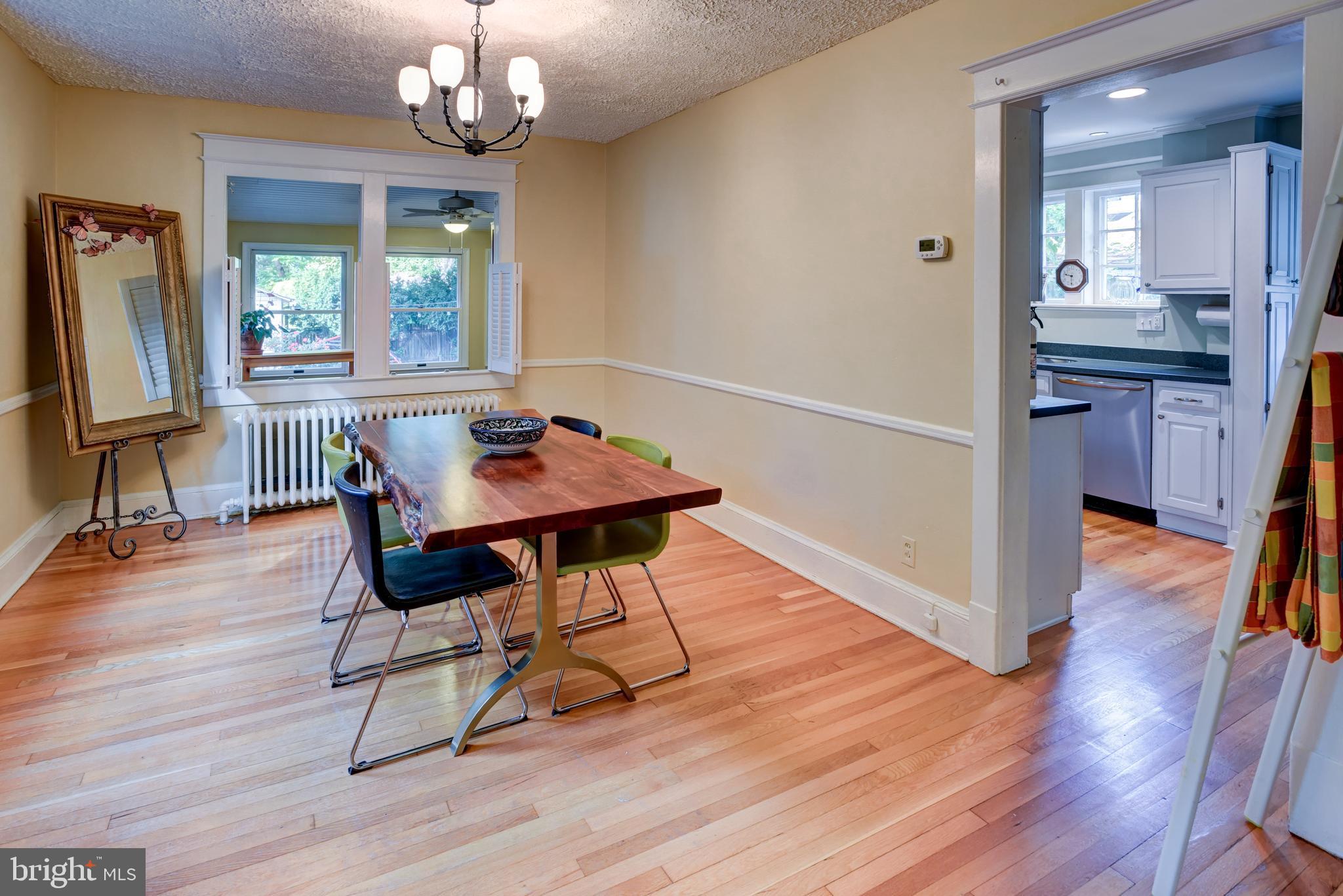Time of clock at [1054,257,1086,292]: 9:30
